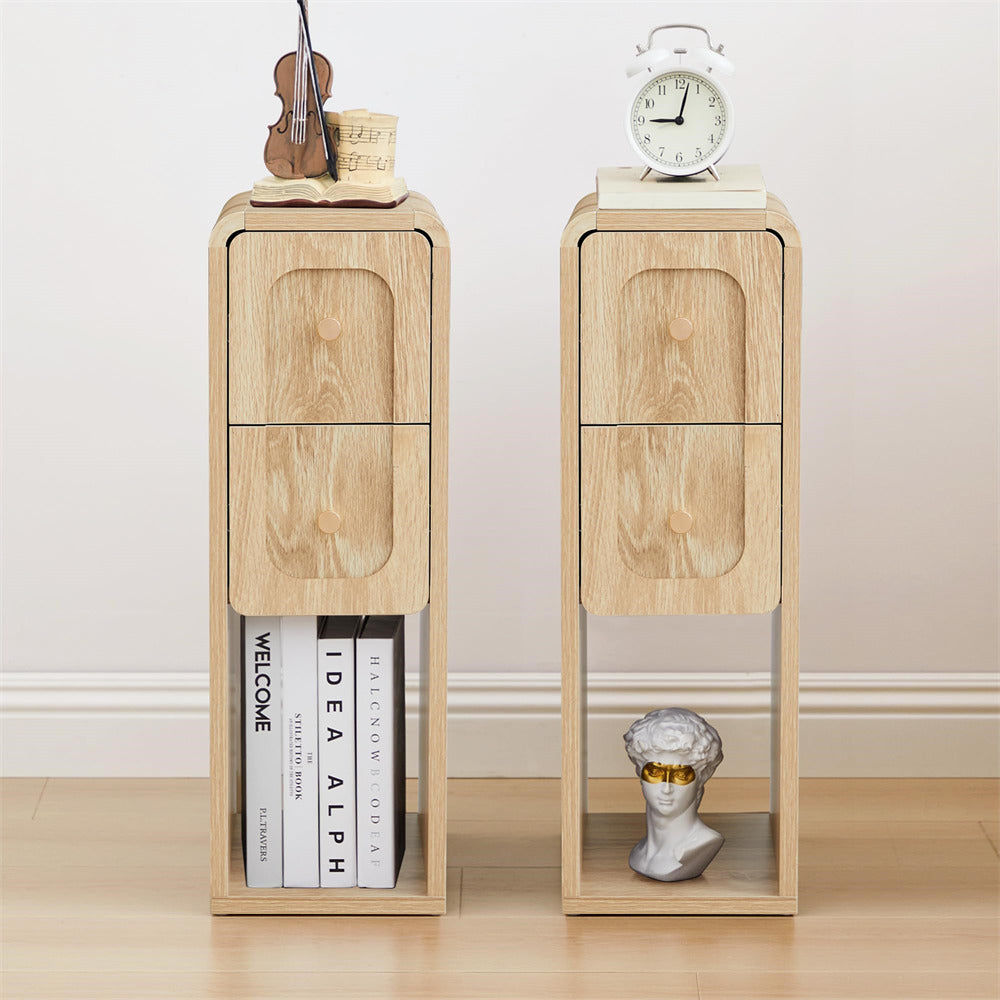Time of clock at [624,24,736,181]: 9:02
